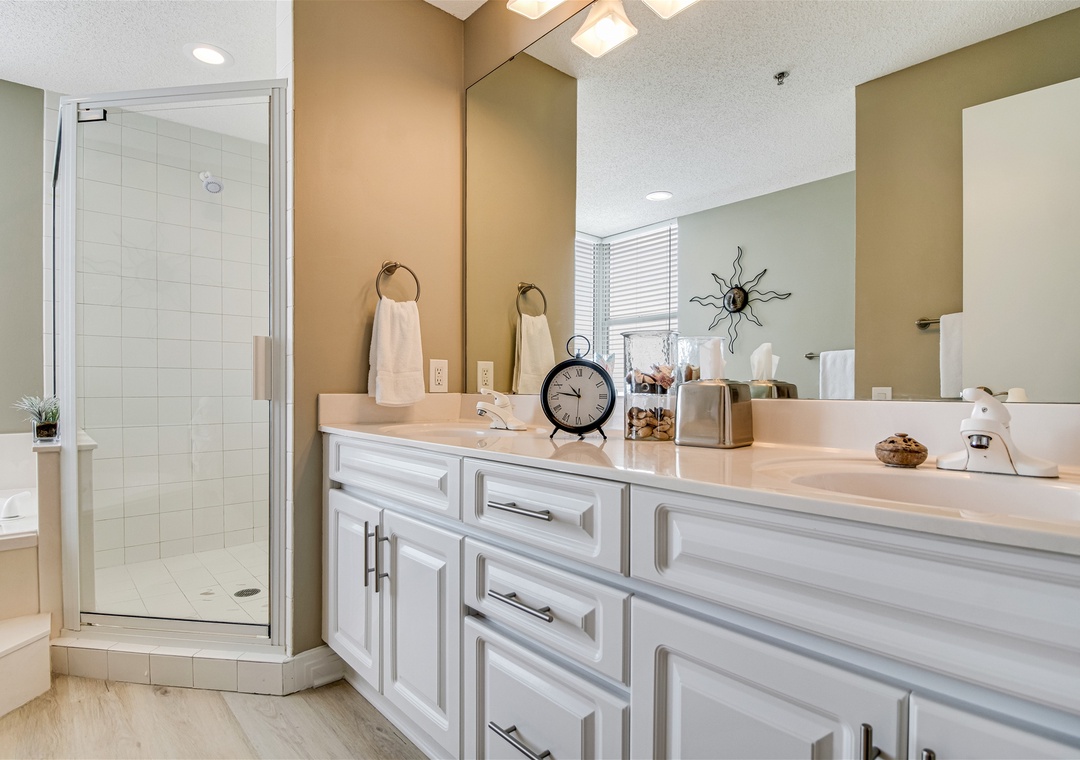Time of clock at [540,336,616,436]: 10:46
